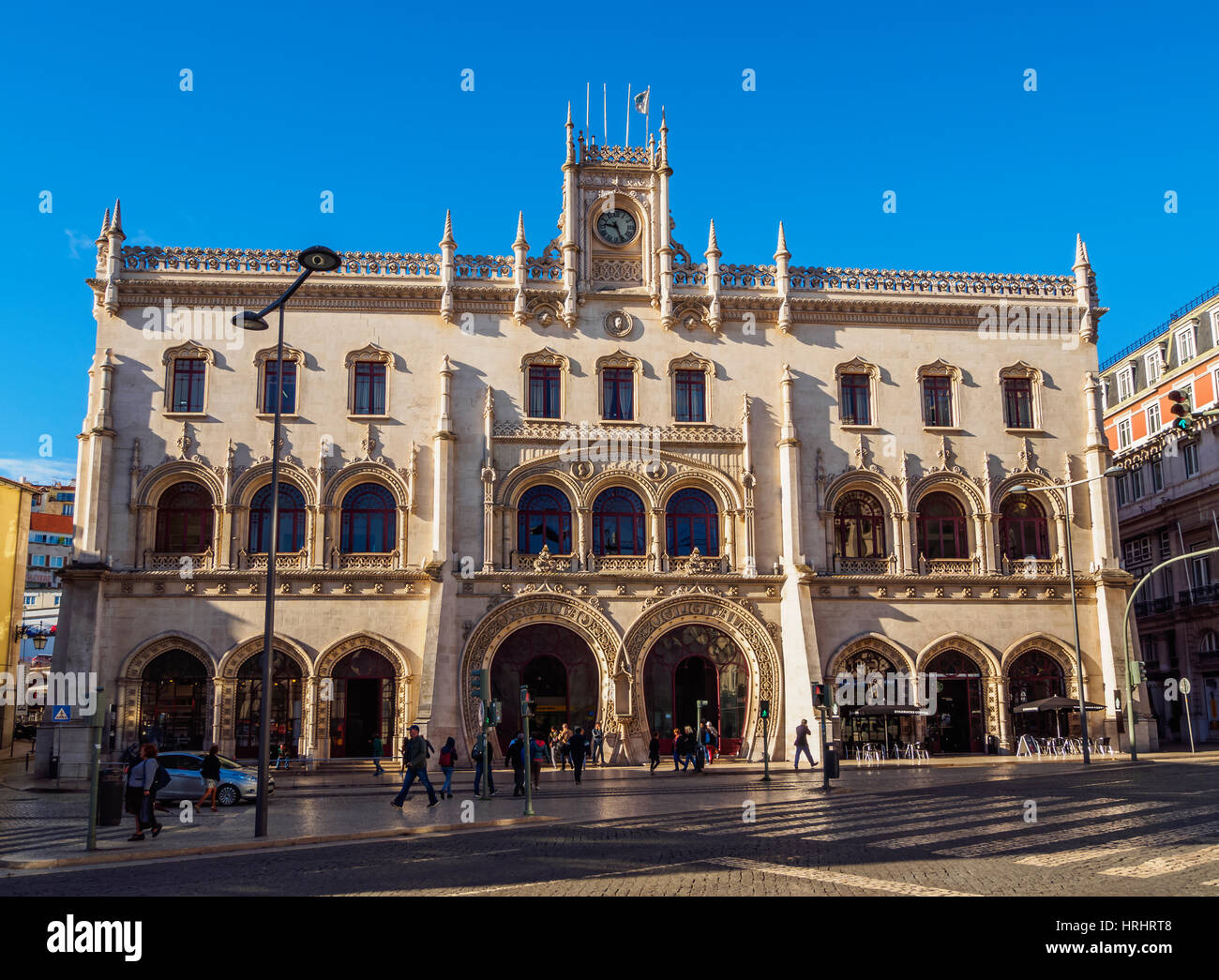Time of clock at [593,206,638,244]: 9:26
